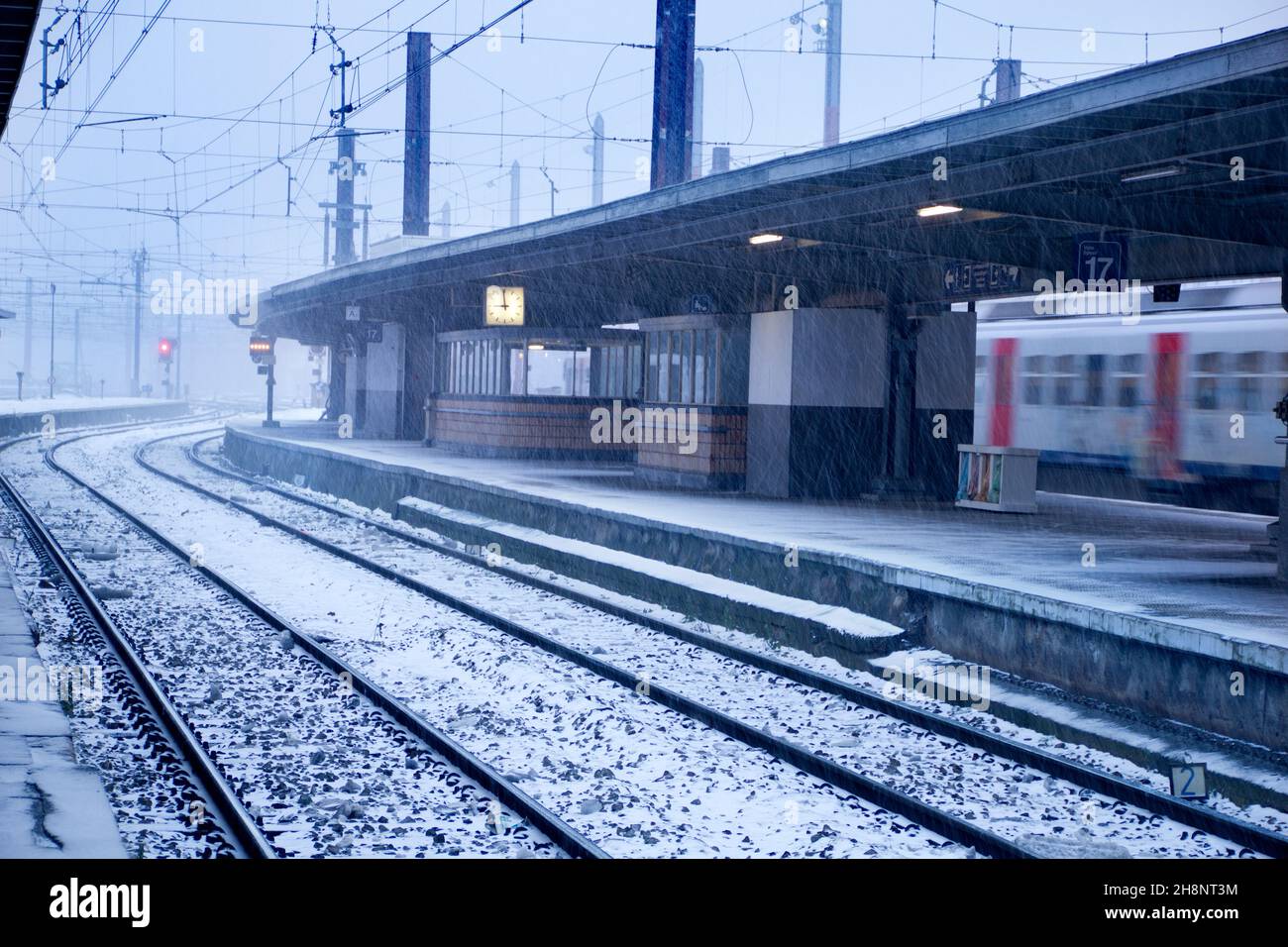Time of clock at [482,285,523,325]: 8:59
